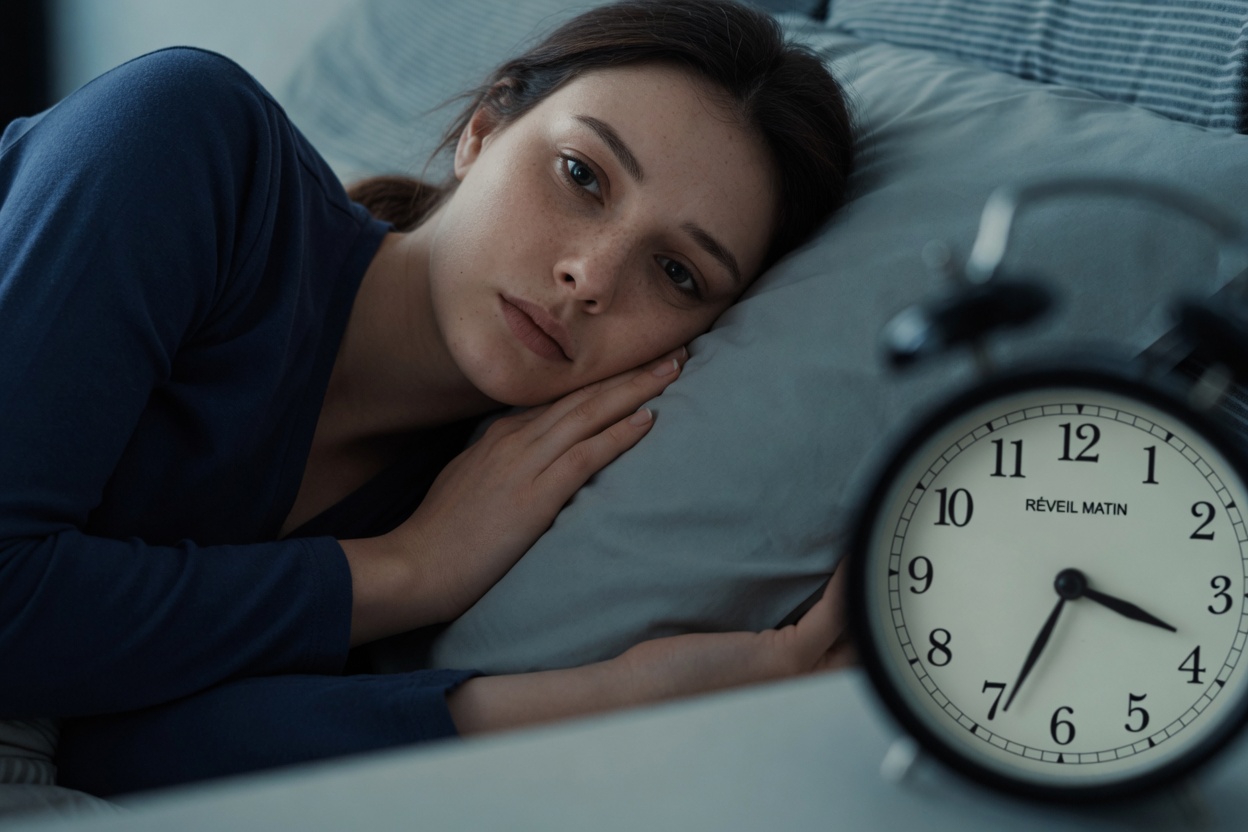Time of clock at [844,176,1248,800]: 3:34
